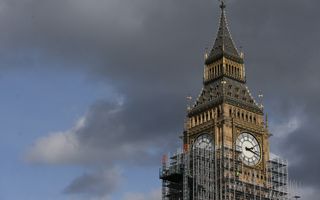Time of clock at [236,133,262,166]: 2:17
